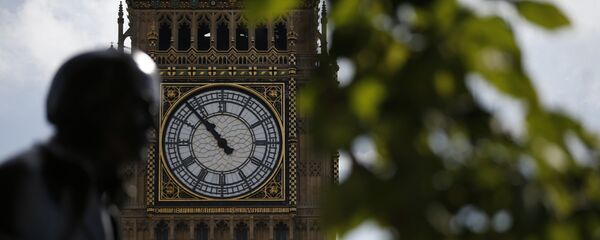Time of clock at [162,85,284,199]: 10:52
